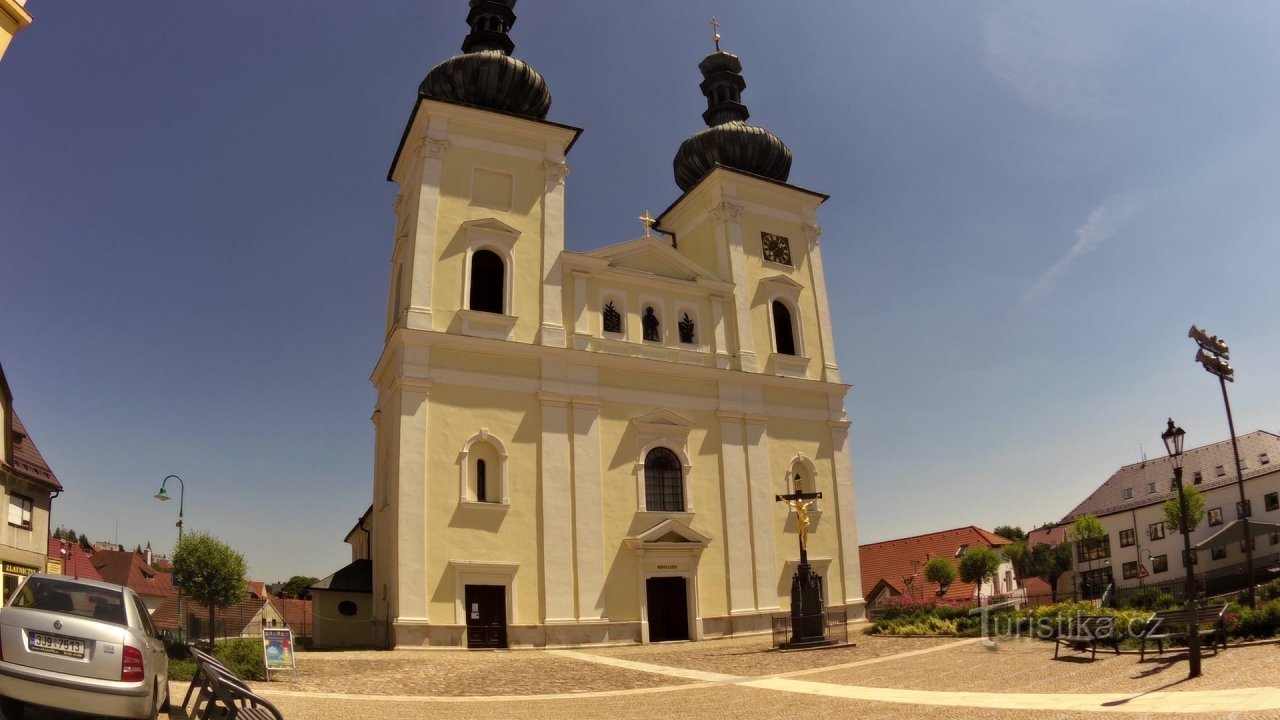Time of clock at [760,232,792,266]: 1:37
